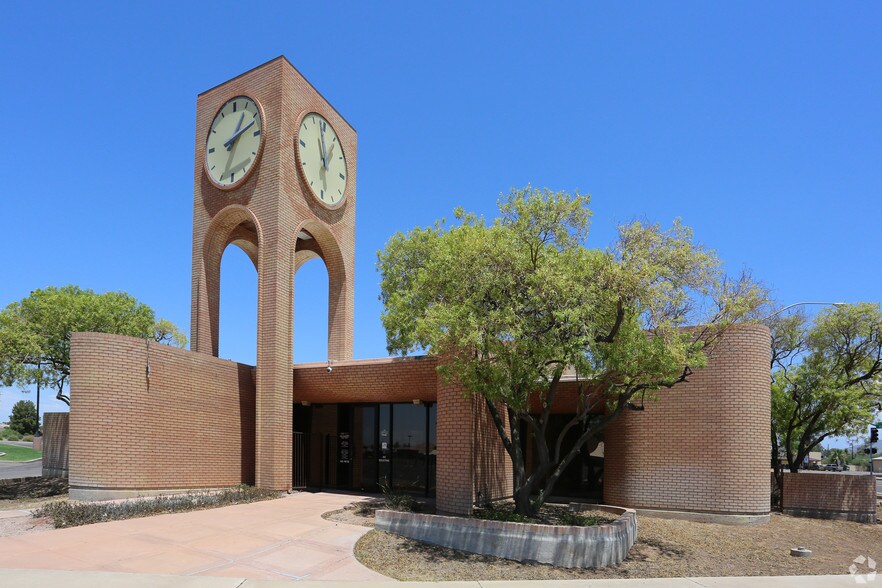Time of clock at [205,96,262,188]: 1:11
